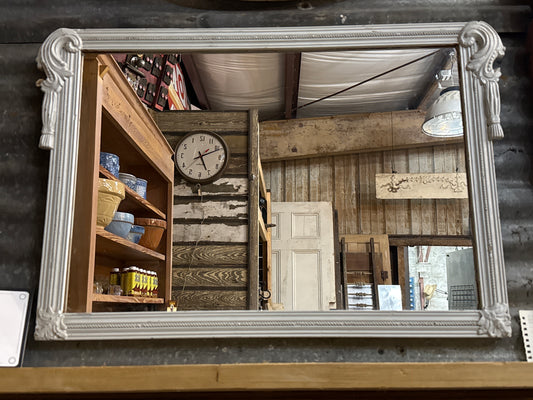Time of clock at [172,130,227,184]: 5:11
